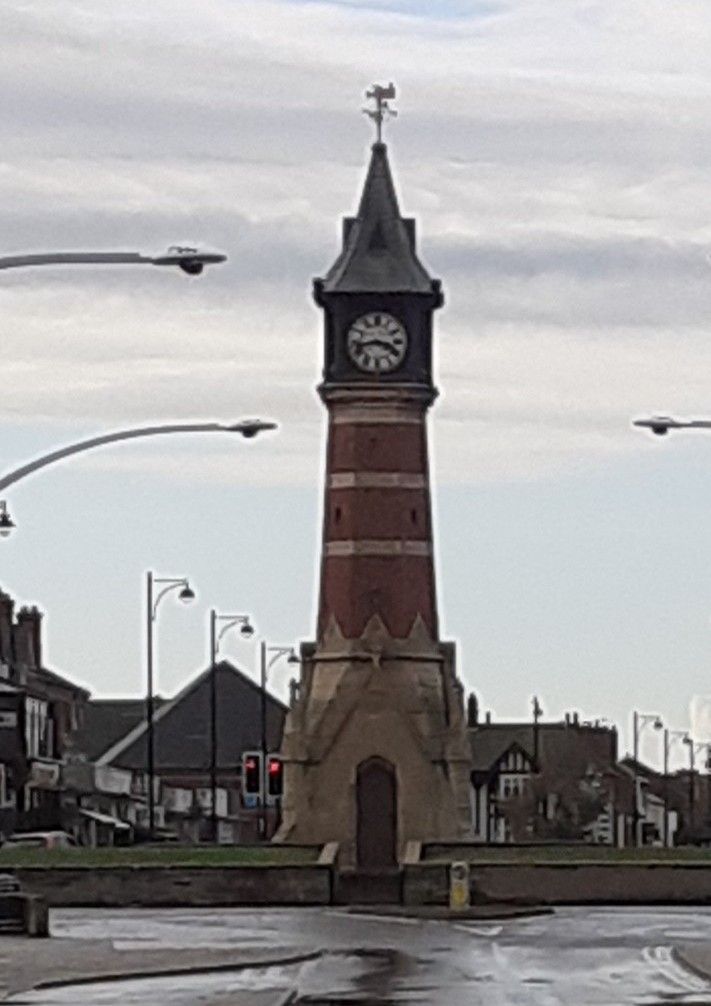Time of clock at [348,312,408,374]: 3:42
